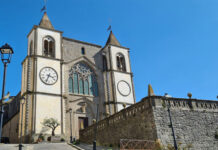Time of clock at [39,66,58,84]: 3:33
